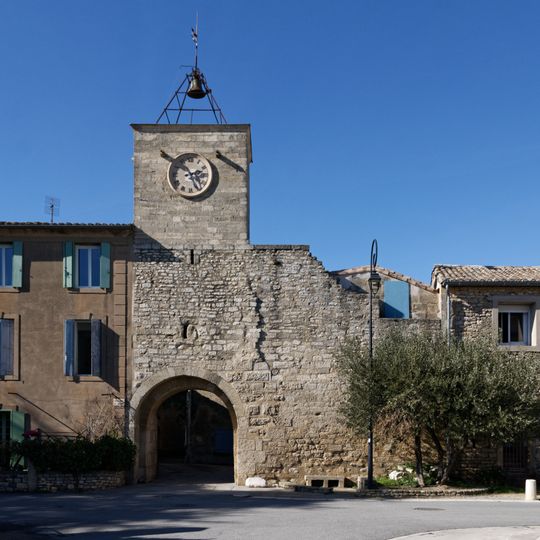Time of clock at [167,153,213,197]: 2:25
